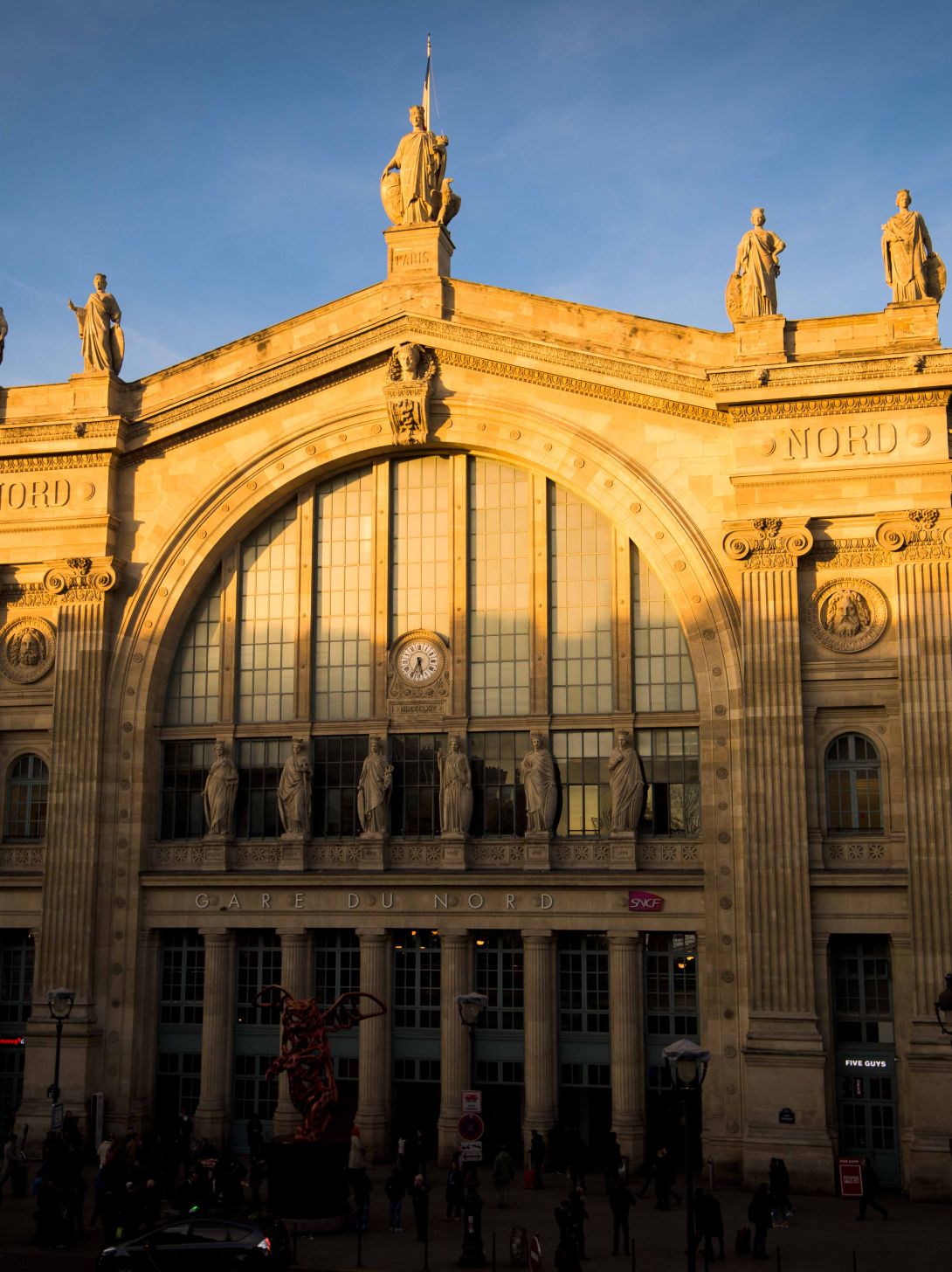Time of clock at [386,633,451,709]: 5:34
